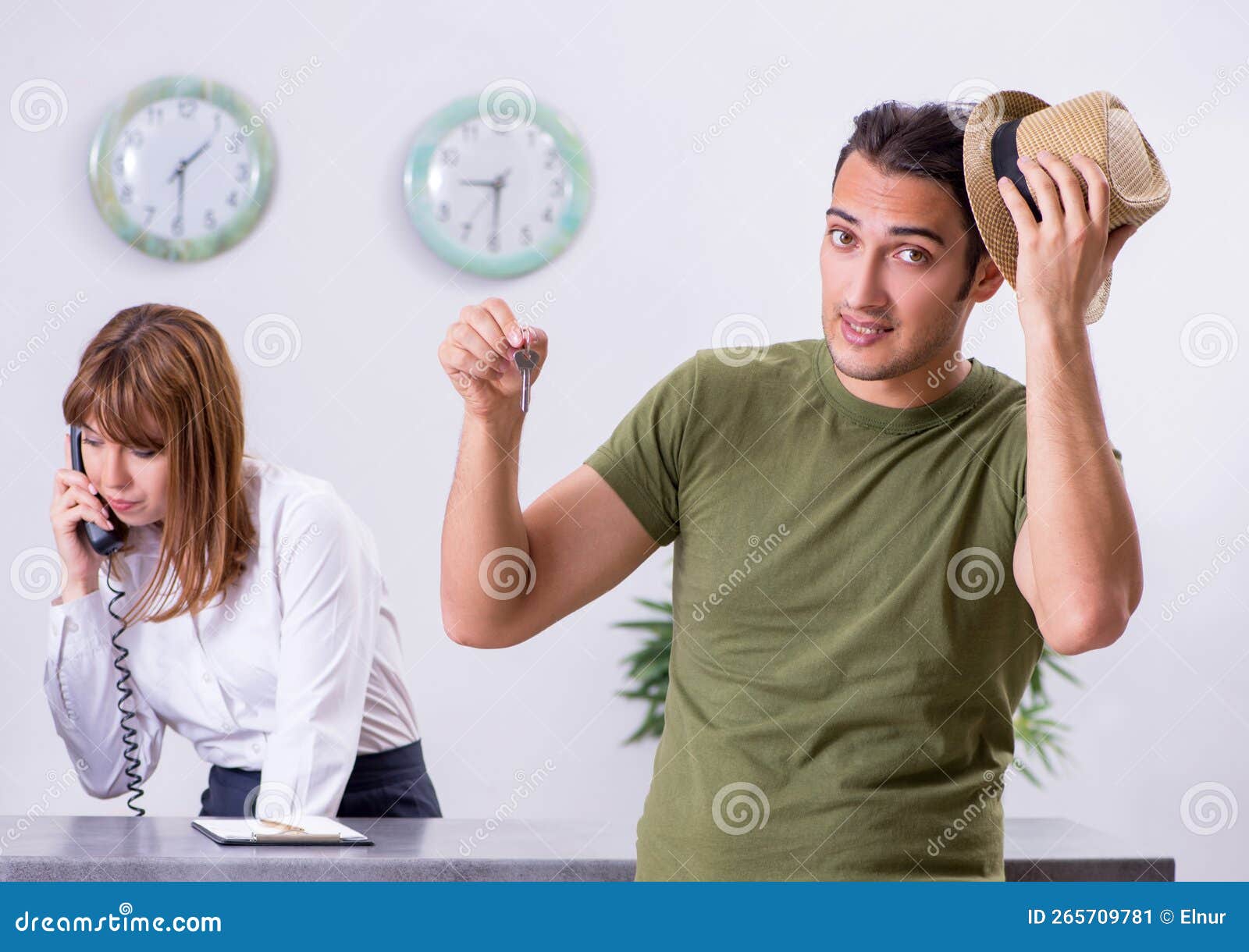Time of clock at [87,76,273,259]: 1:29
